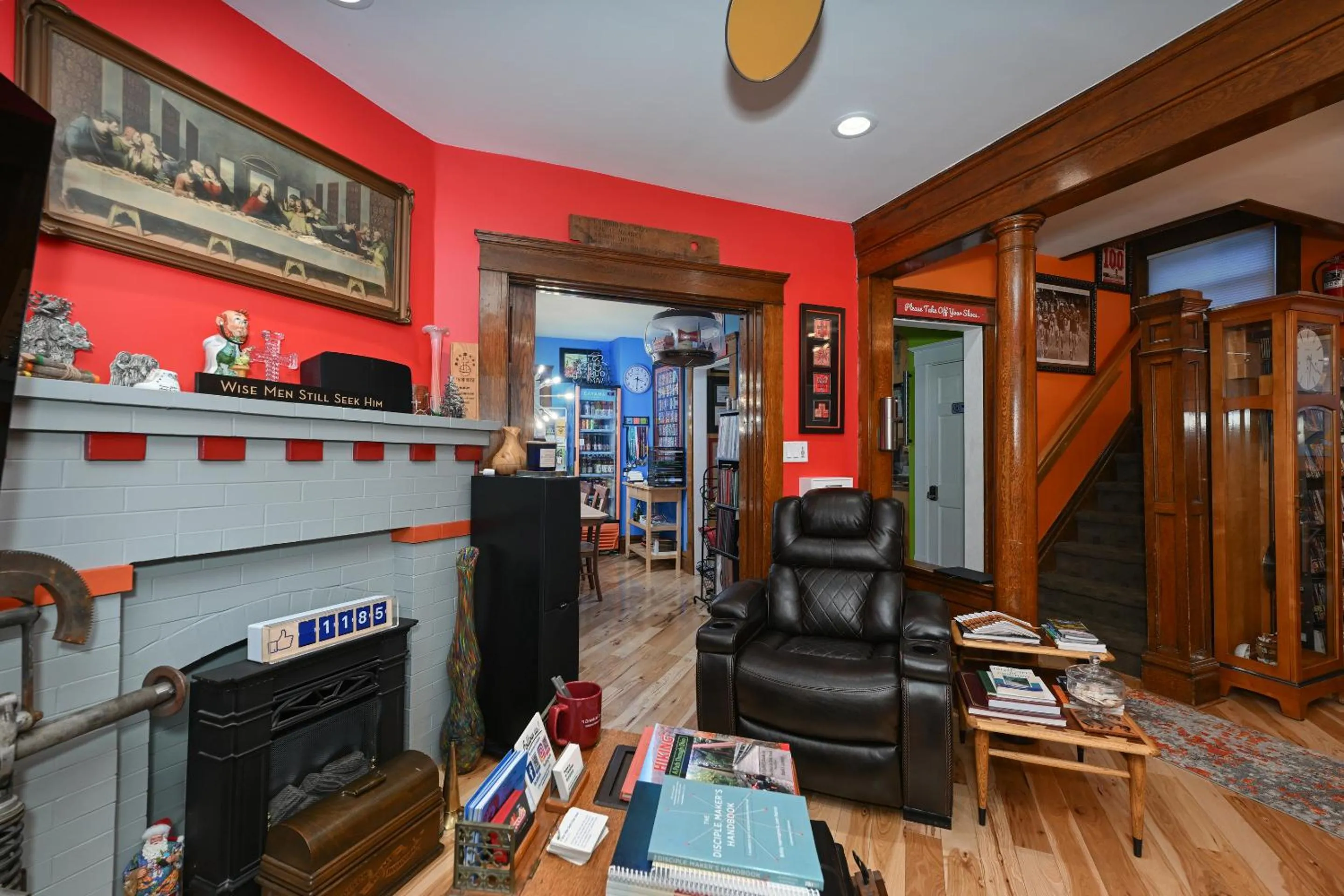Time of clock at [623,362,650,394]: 3:30
